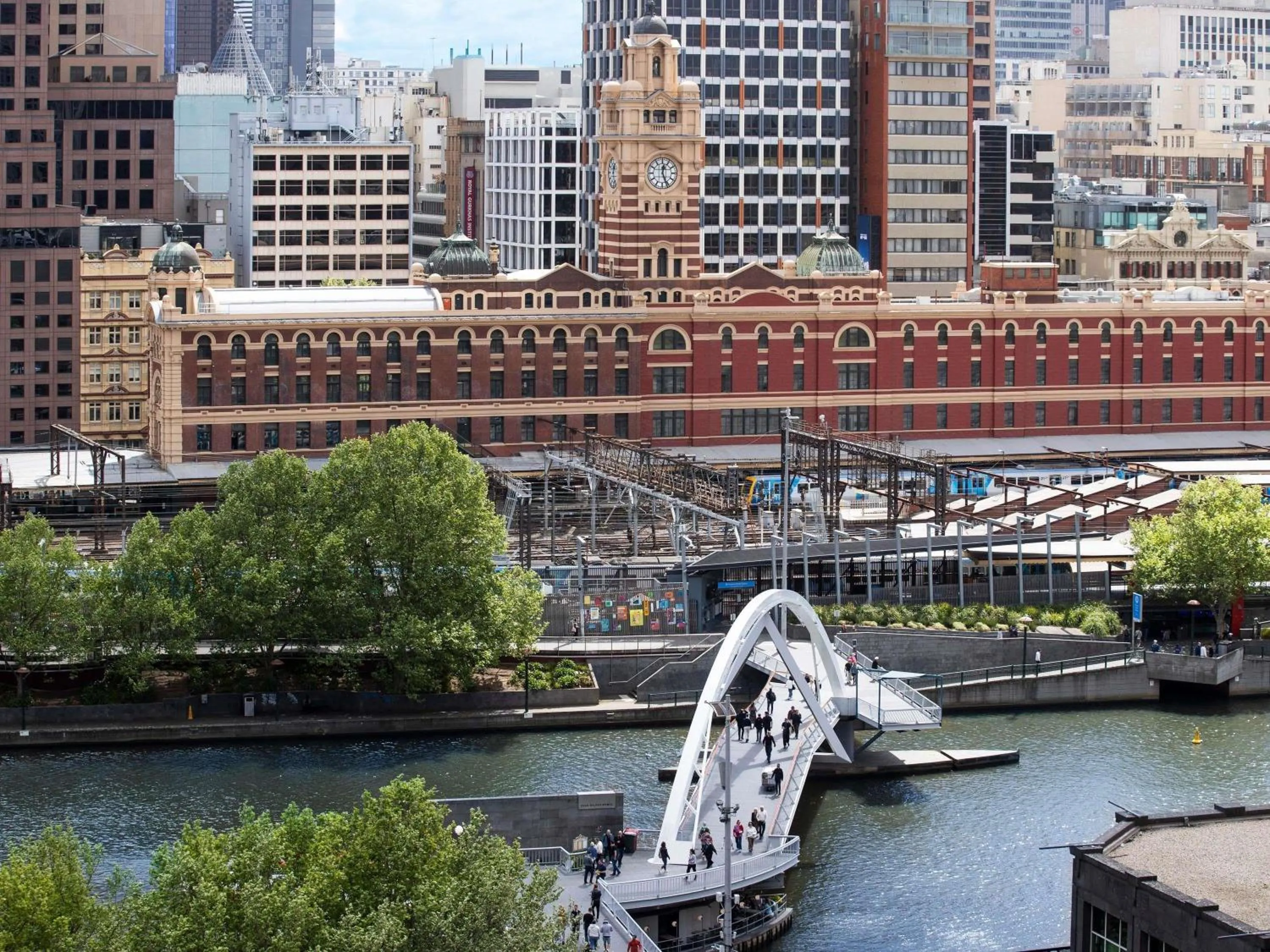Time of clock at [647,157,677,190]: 12:26
